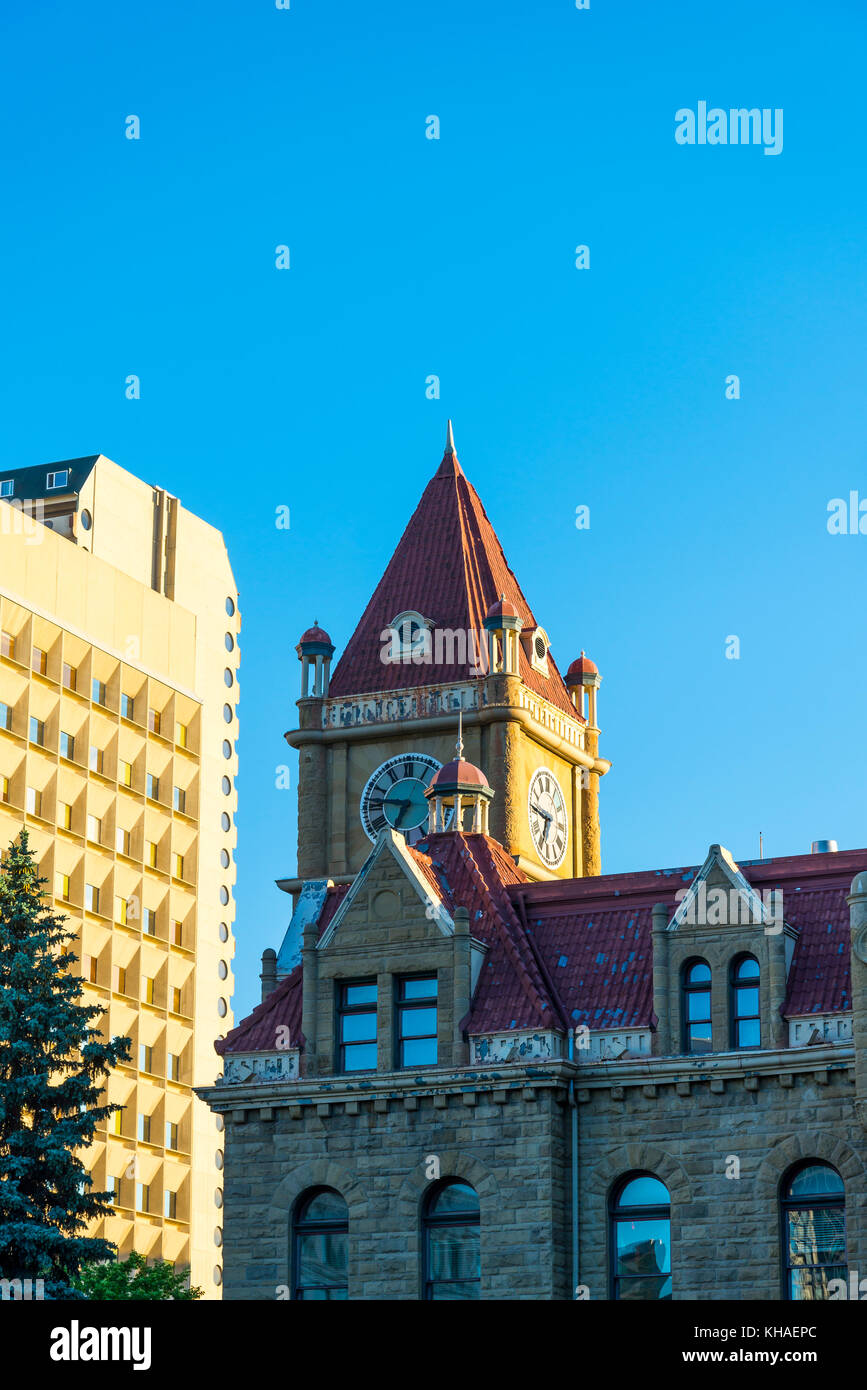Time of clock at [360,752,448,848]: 6:46
